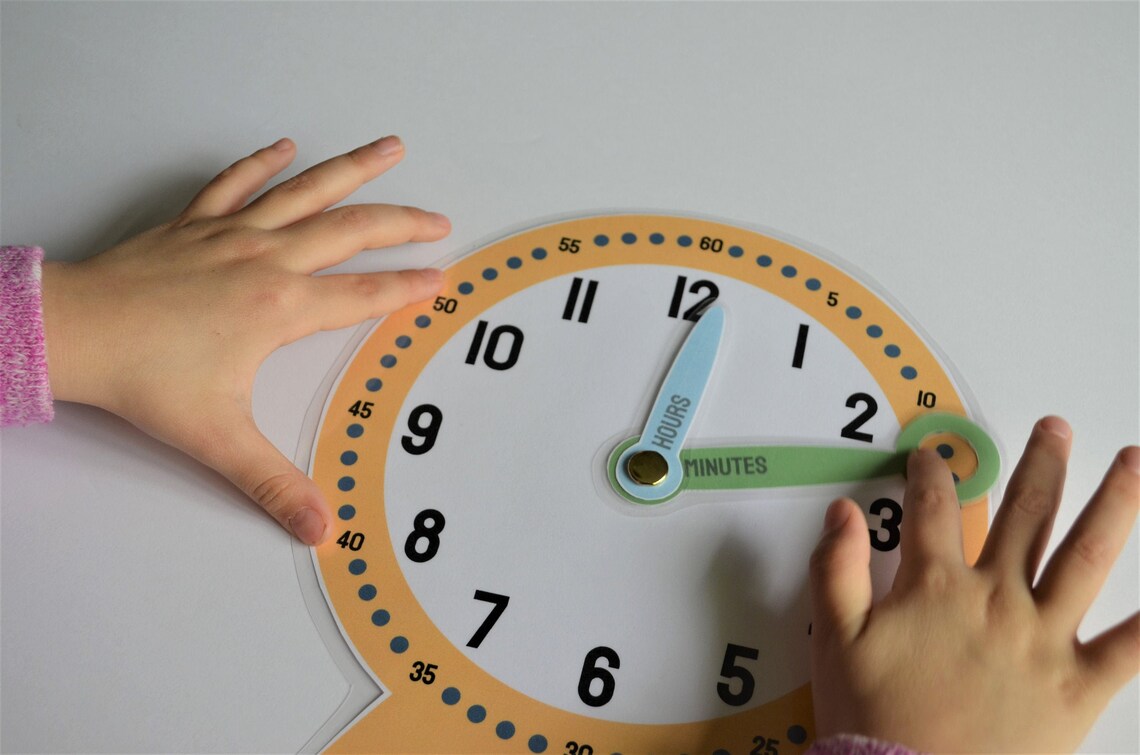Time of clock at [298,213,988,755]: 12:13
